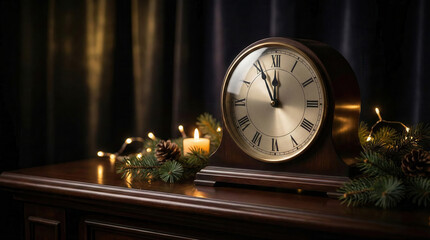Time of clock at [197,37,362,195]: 11:55
